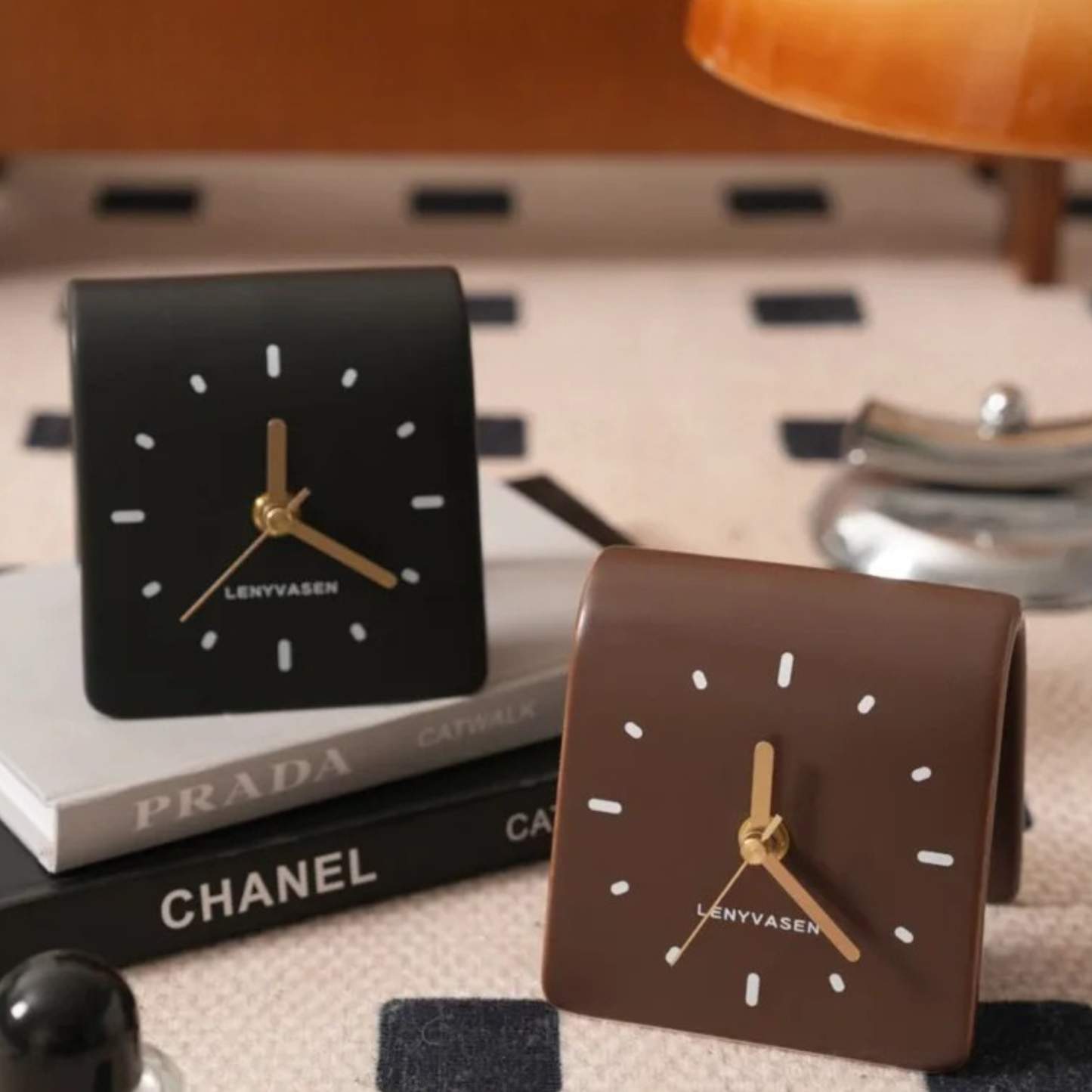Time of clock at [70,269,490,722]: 12:20
